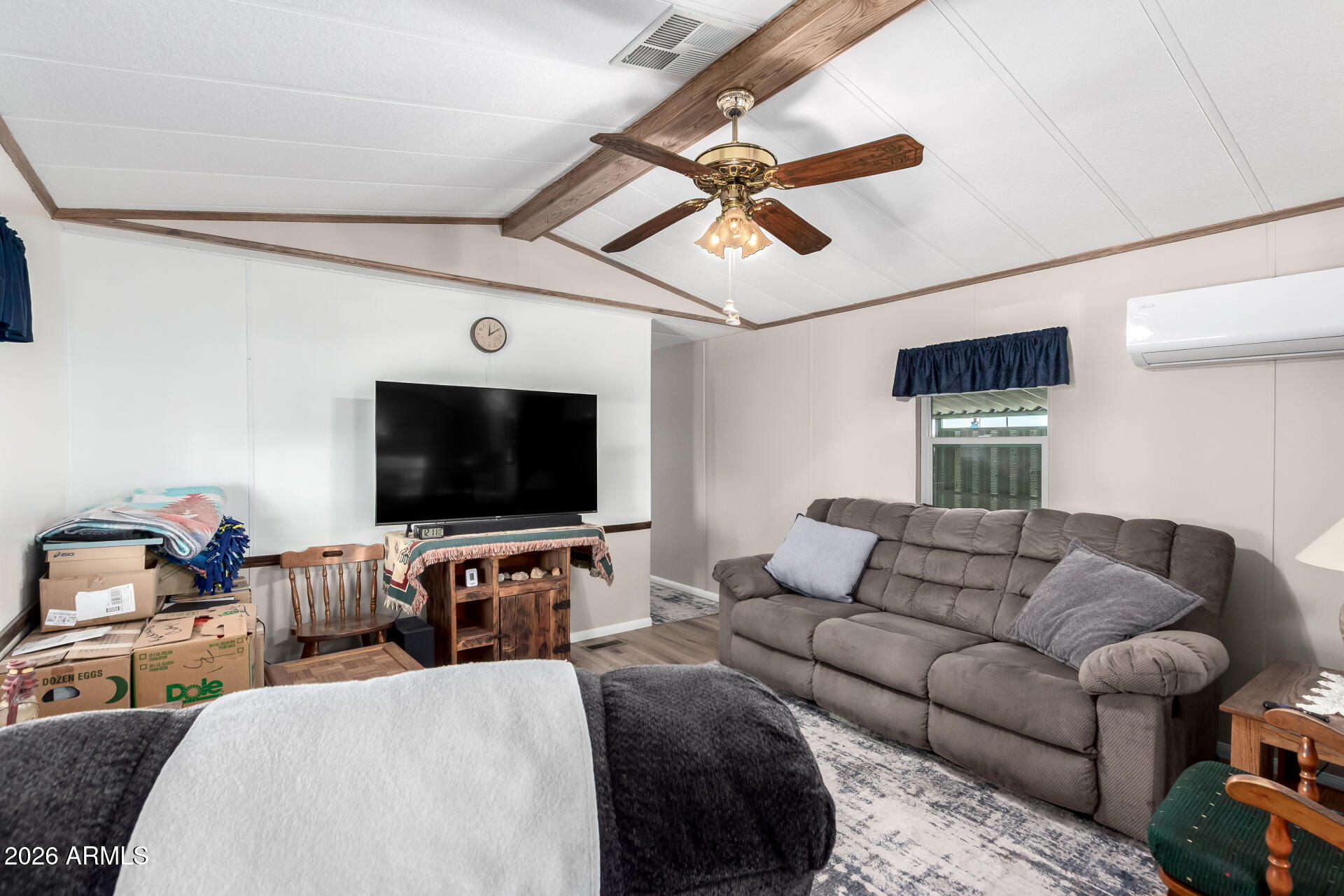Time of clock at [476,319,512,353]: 12:09
